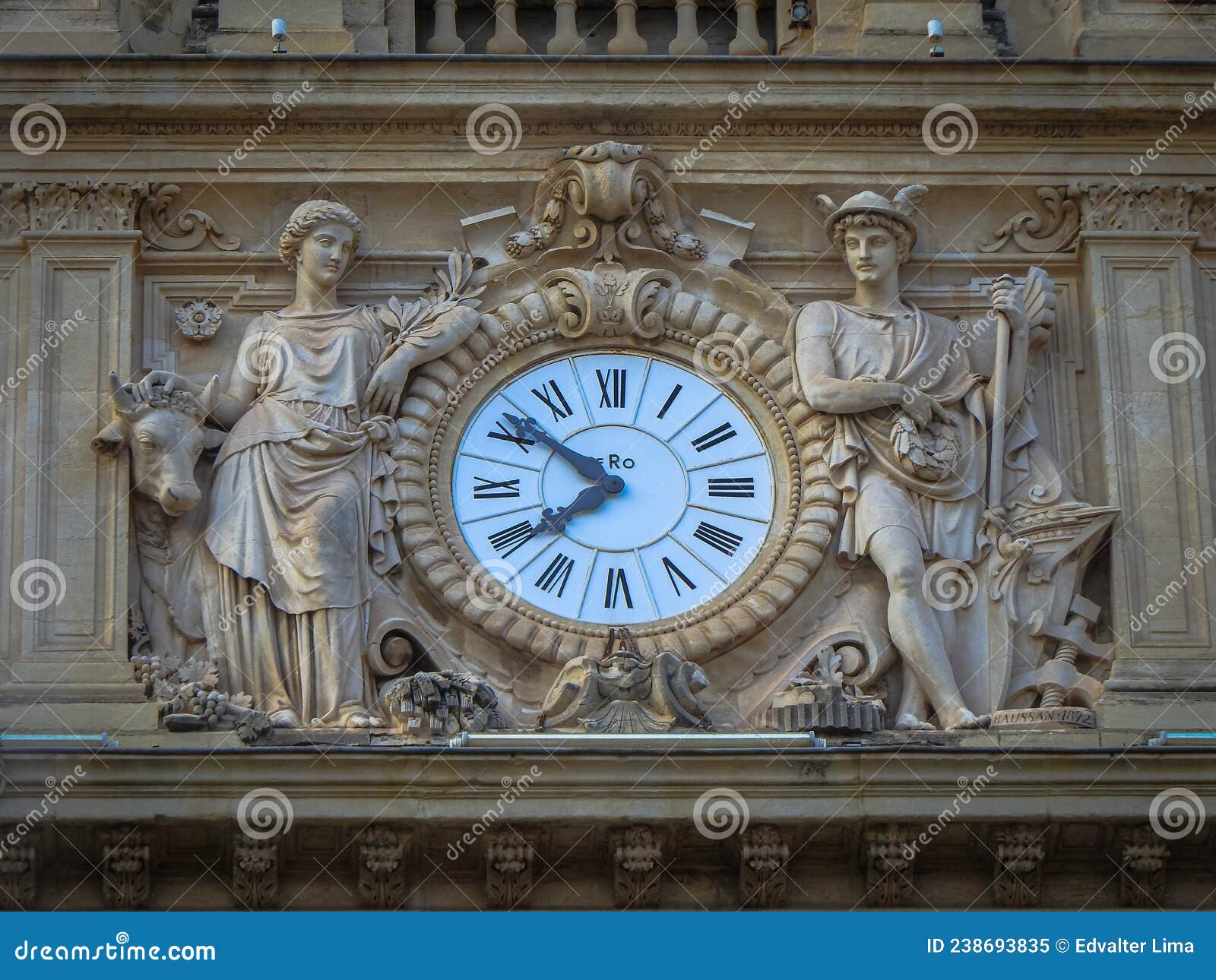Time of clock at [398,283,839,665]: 7:51
